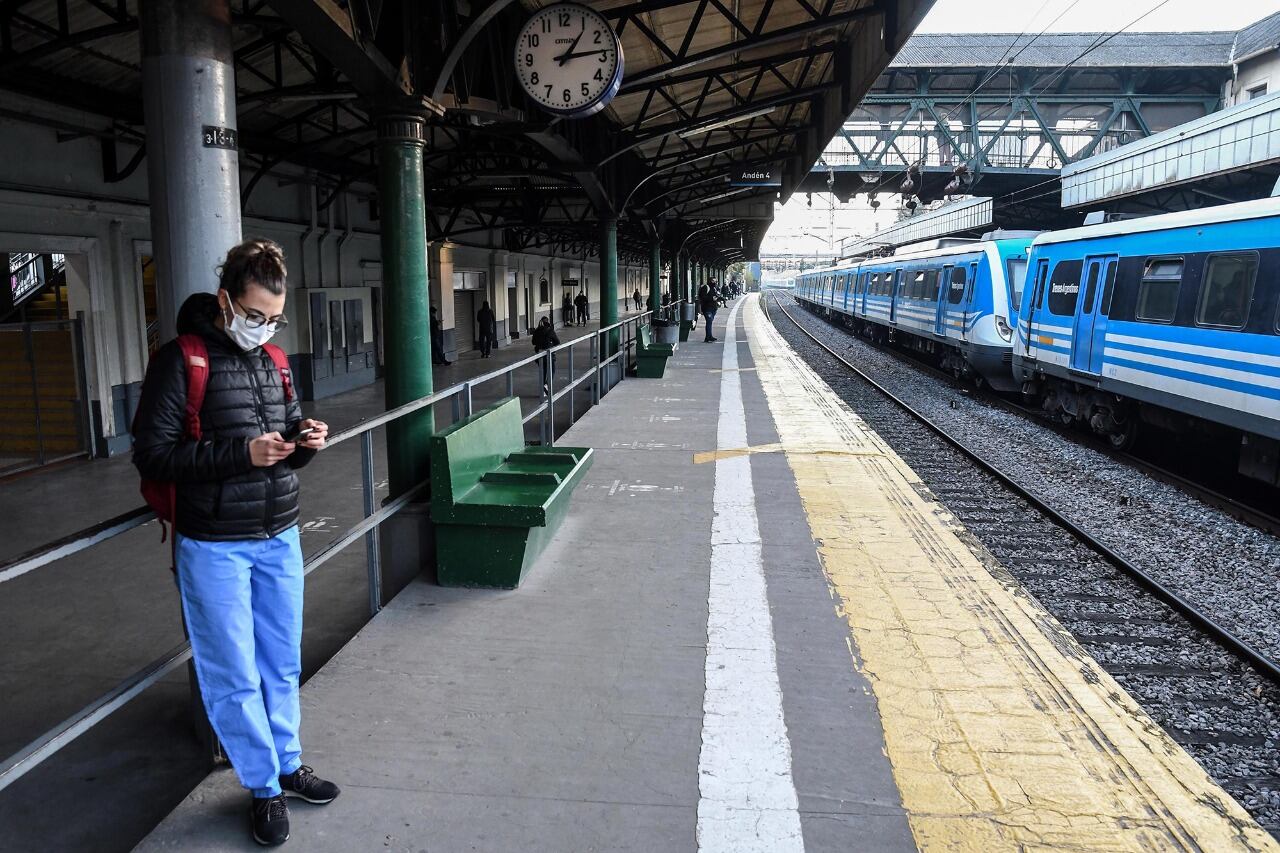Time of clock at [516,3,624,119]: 1:13
